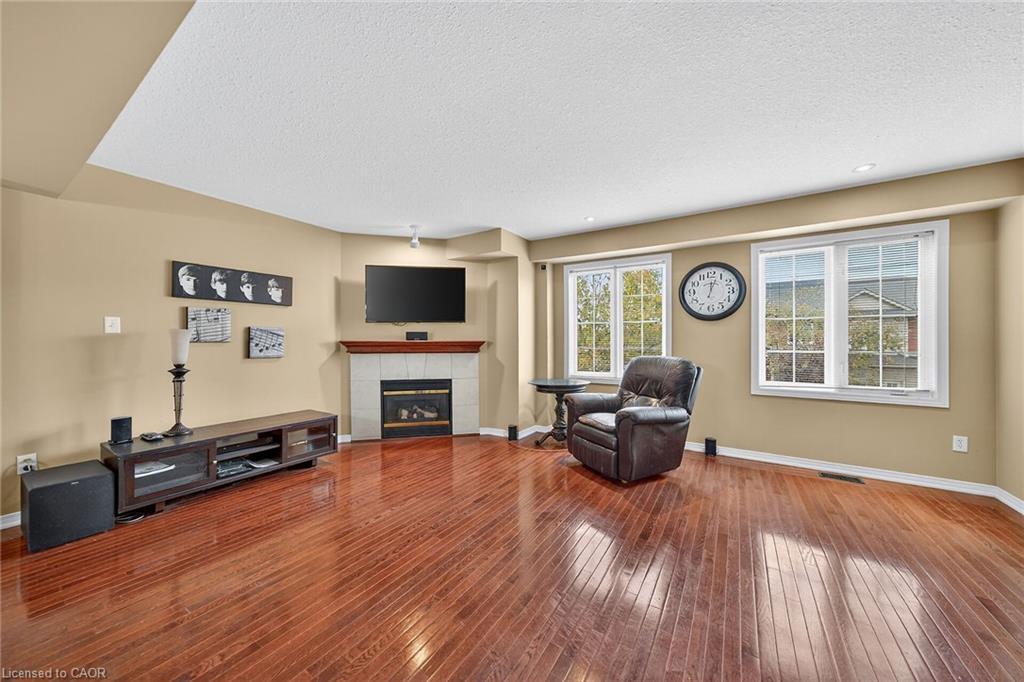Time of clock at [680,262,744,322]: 12:02
